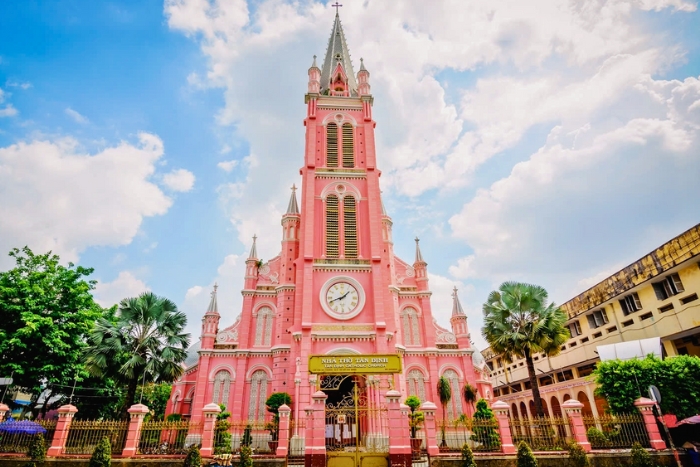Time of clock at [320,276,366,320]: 1:41
